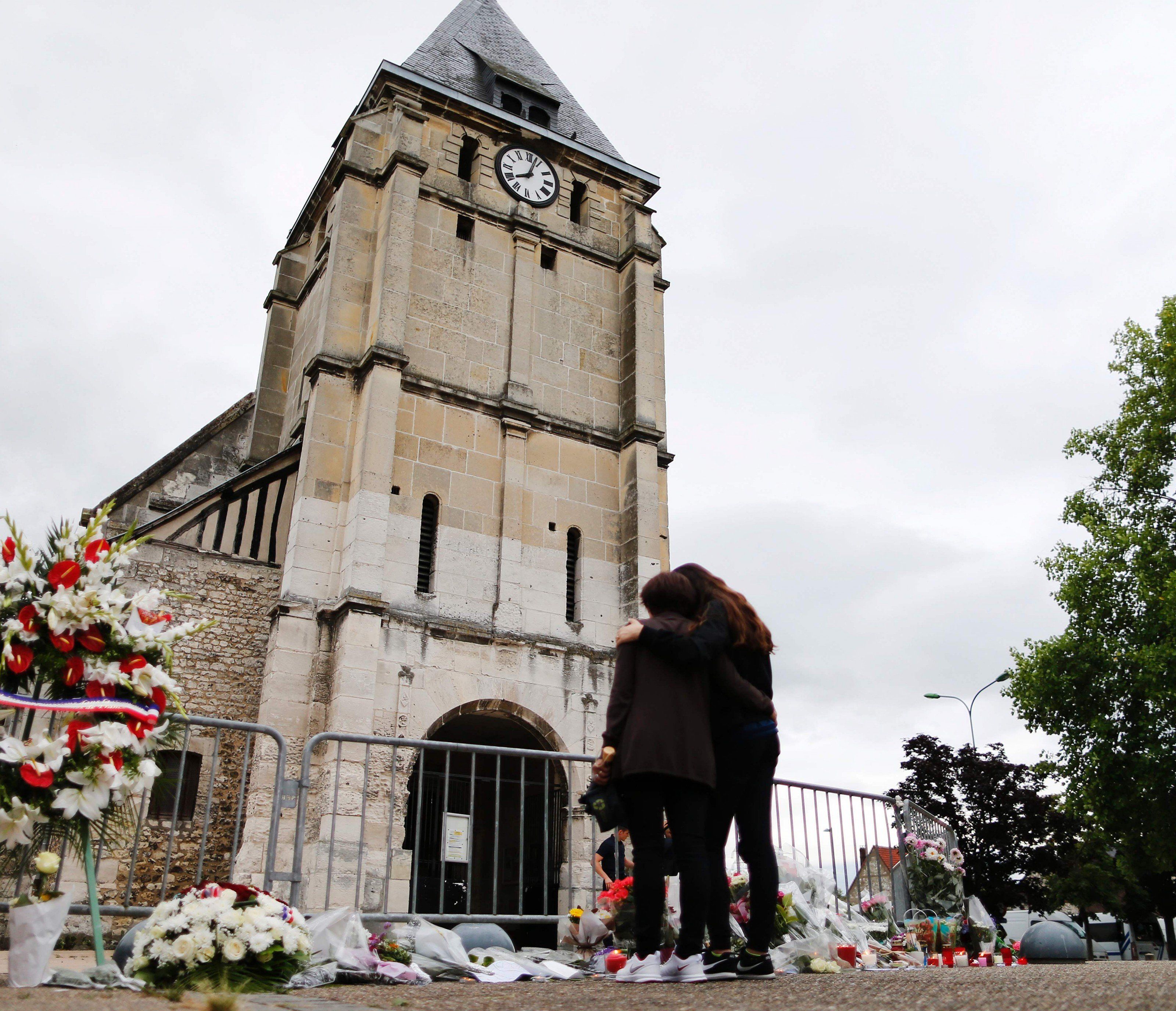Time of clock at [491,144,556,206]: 8:03
